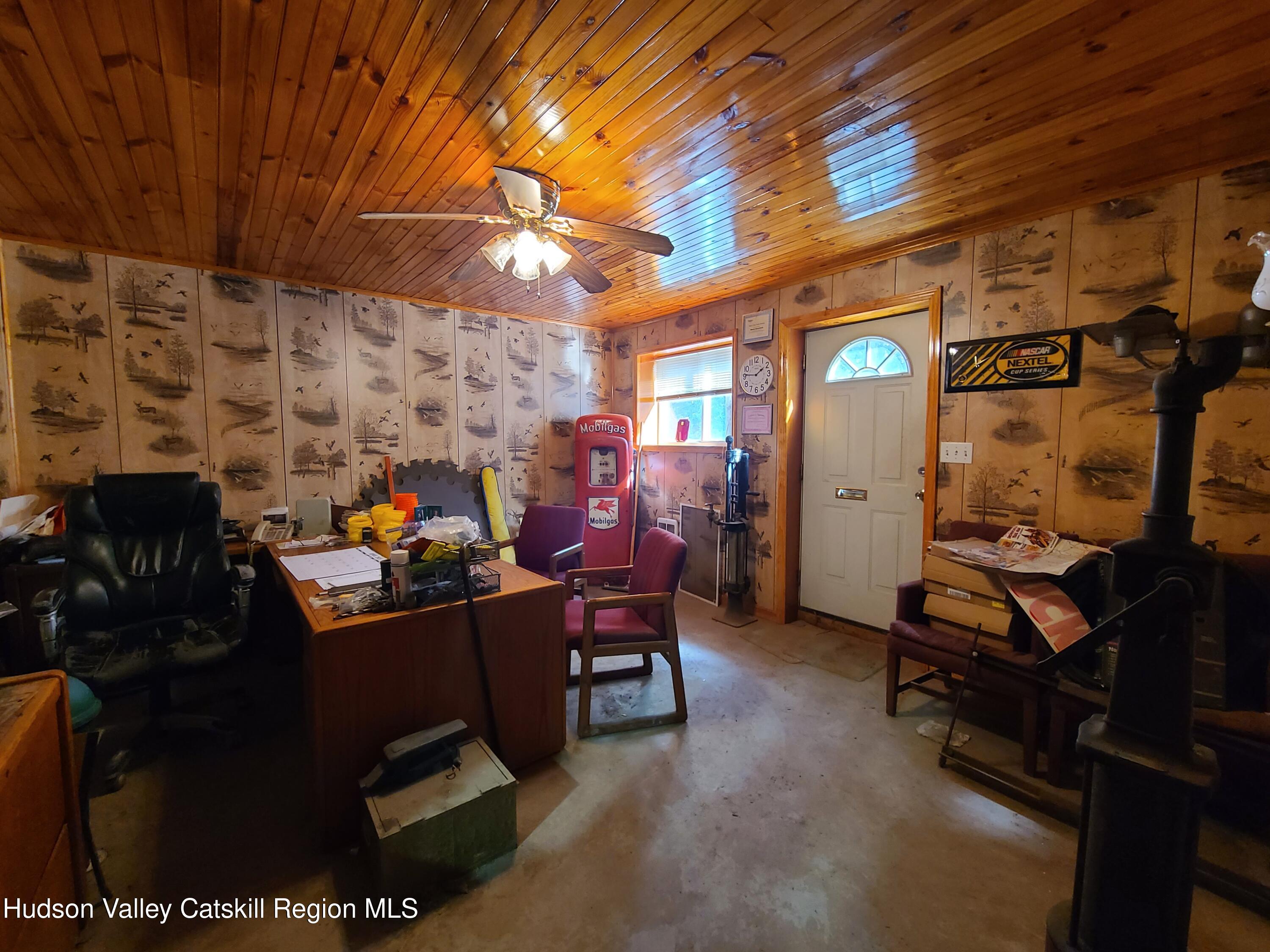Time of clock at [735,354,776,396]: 1:46
